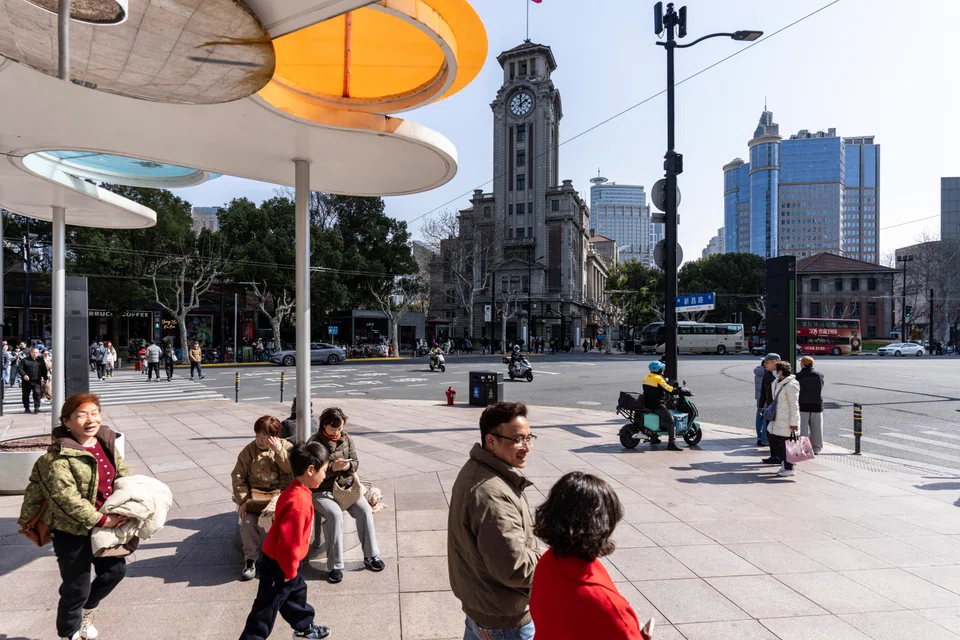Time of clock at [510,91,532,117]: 1:59
